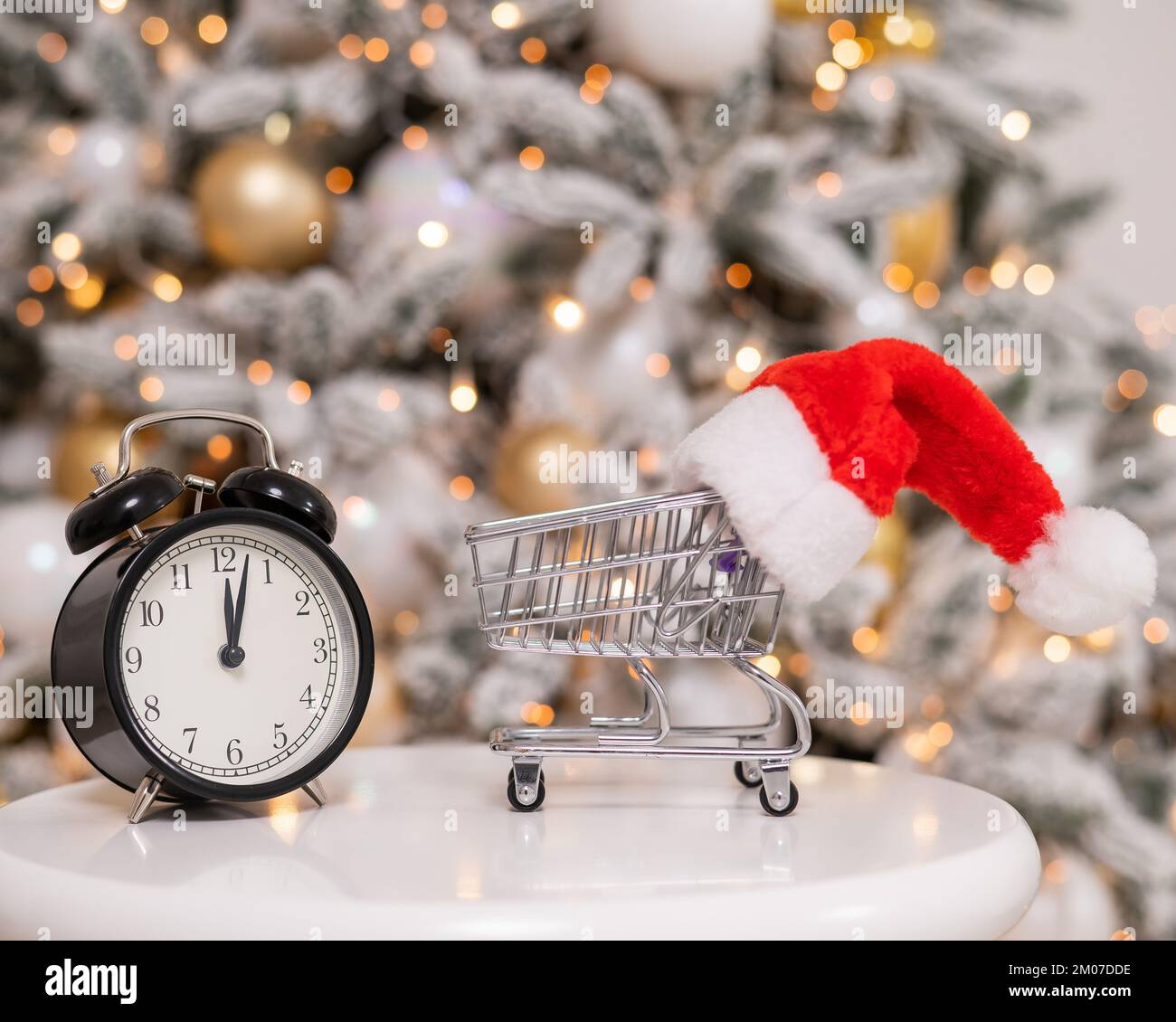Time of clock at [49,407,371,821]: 12:02
